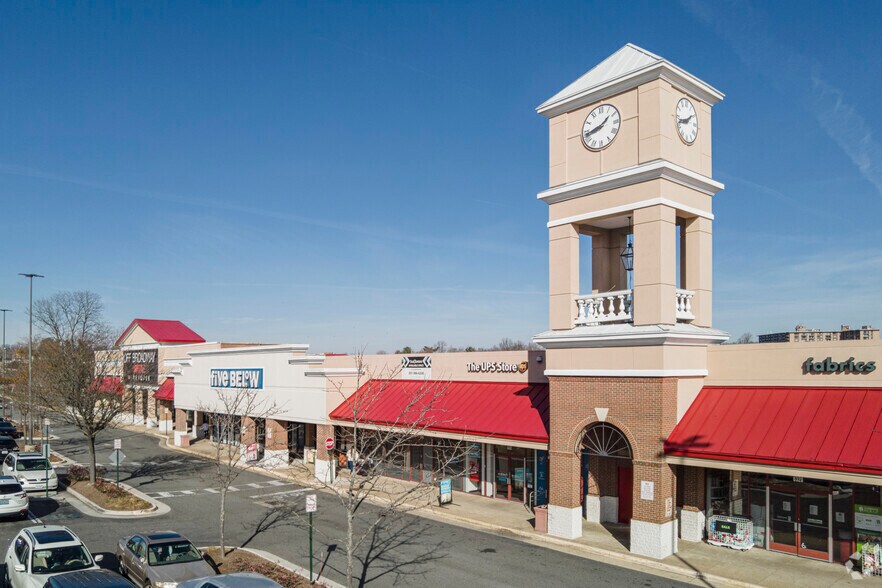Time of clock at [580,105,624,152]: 1:43
